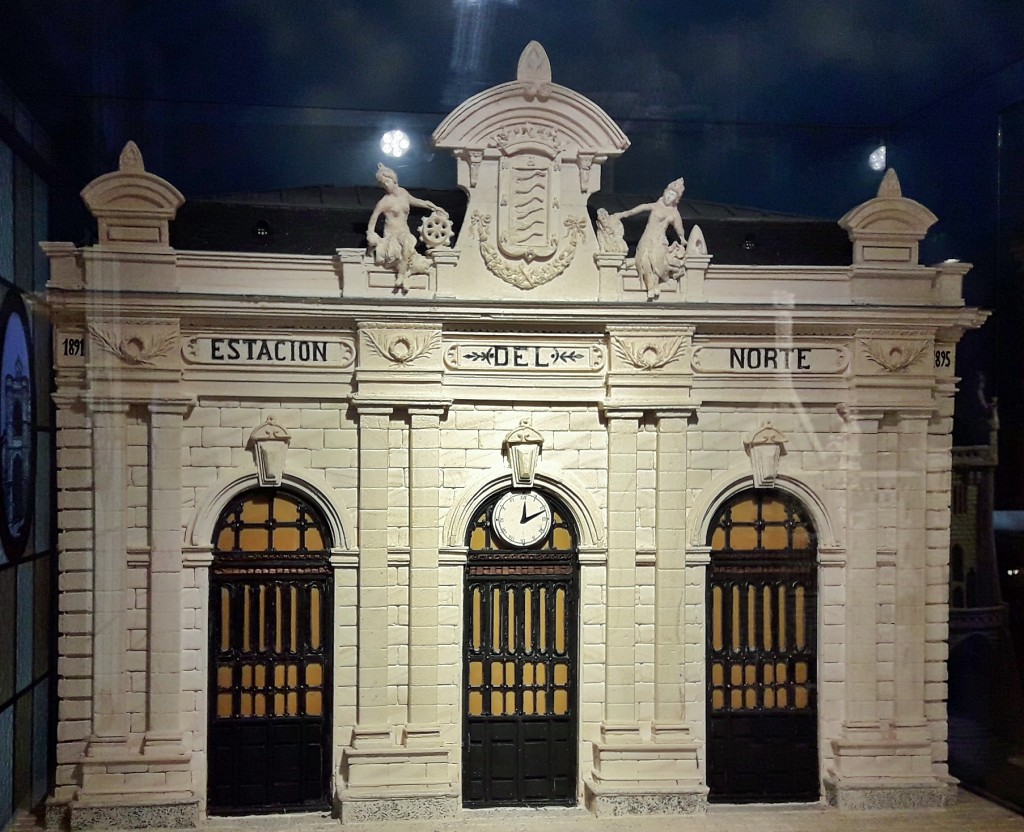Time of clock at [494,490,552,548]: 12:11
